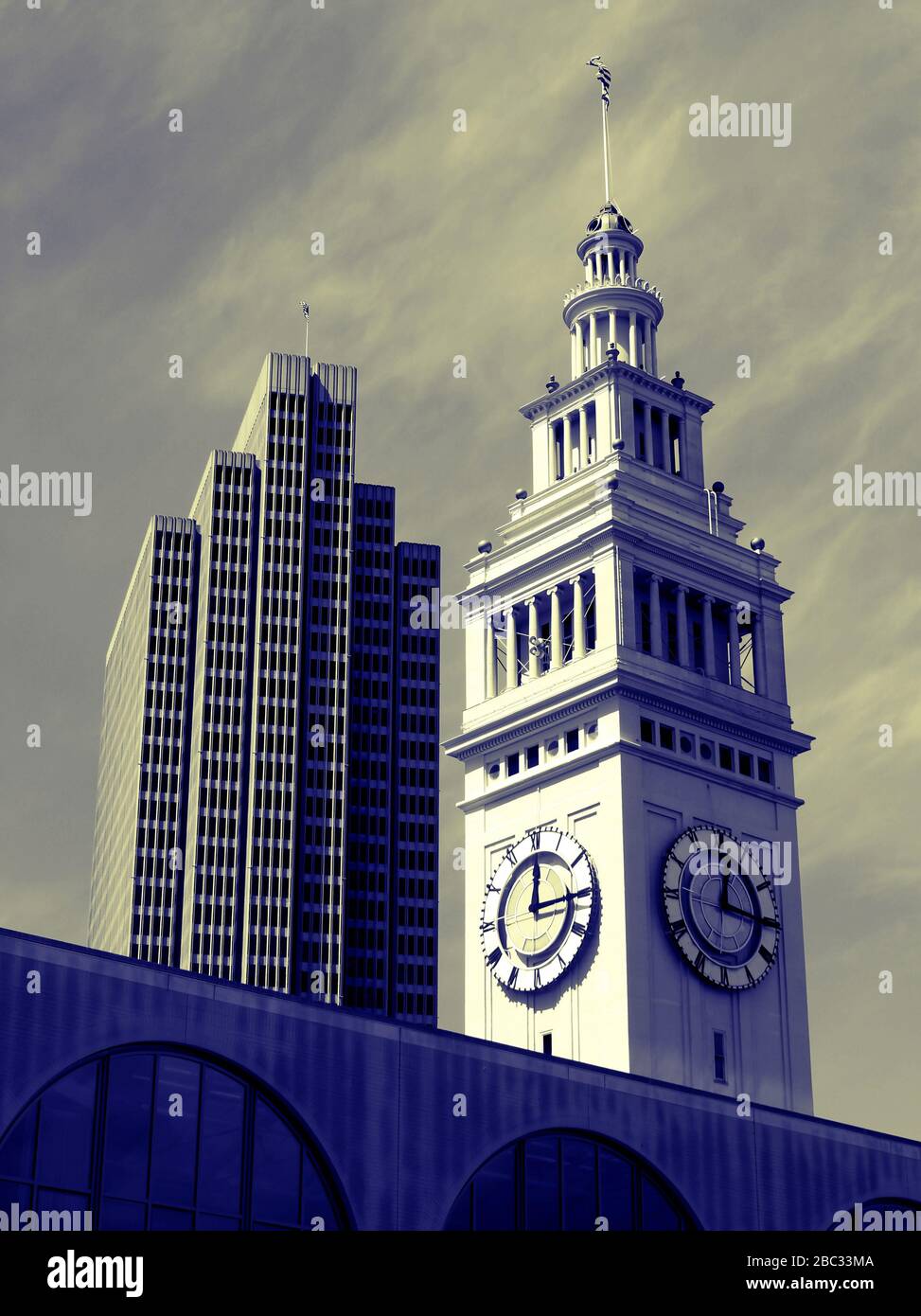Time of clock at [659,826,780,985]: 12:15
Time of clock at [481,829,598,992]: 12:14
